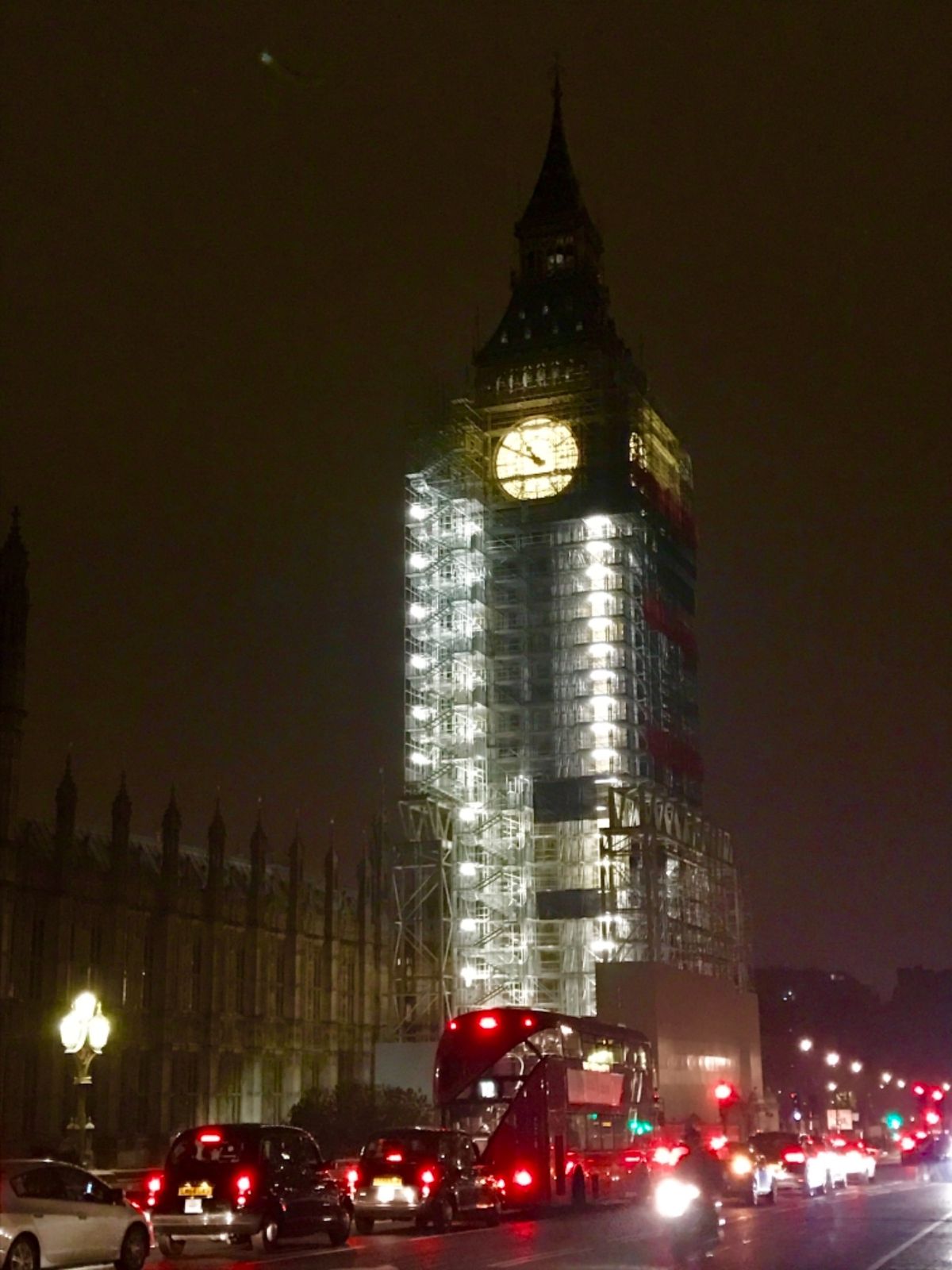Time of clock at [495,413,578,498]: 10:49
